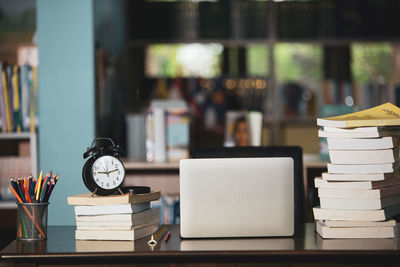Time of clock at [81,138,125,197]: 9:12
